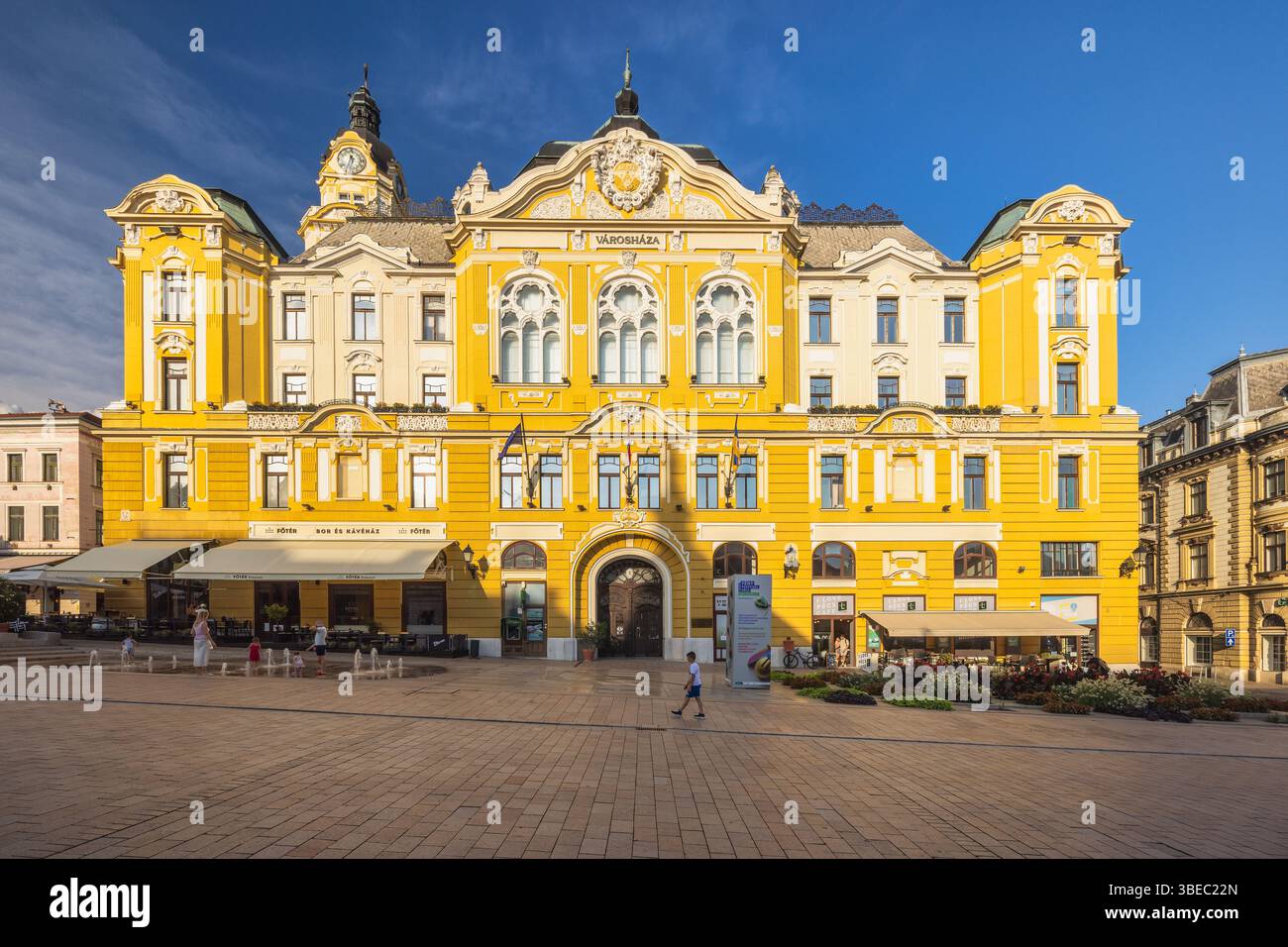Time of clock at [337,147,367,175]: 11:33
